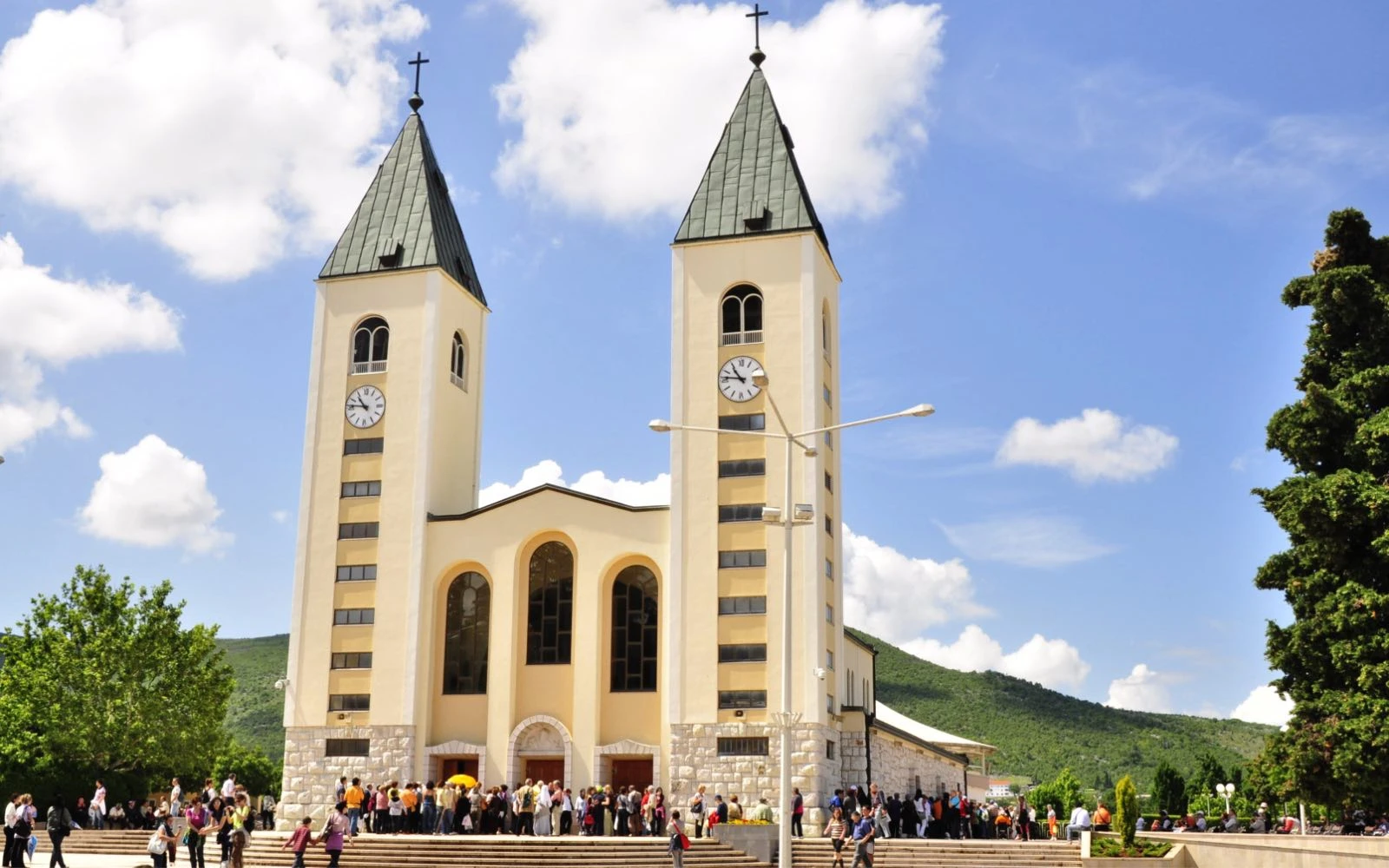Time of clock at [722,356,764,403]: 10:46
